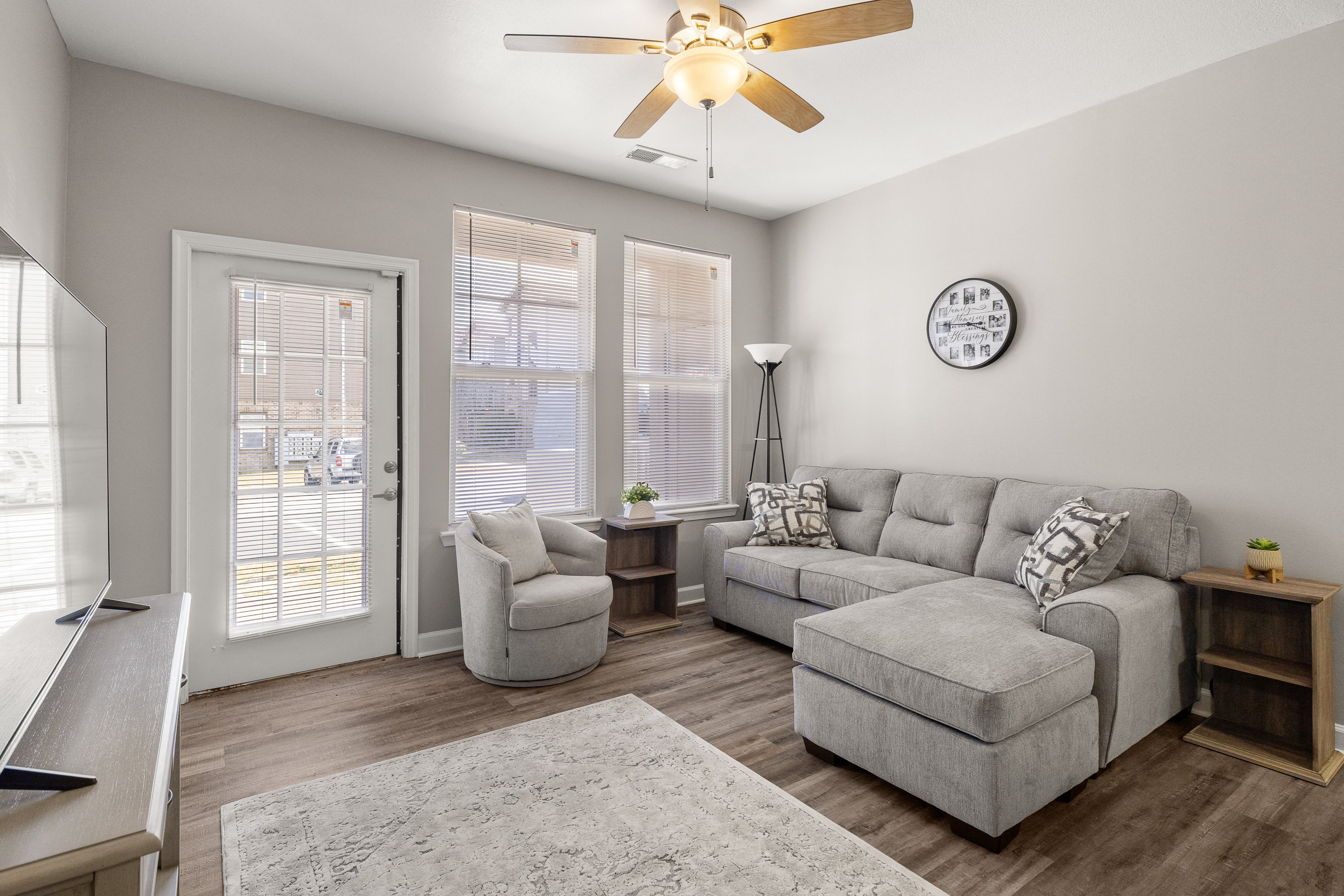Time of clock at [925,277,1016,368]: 3:45
